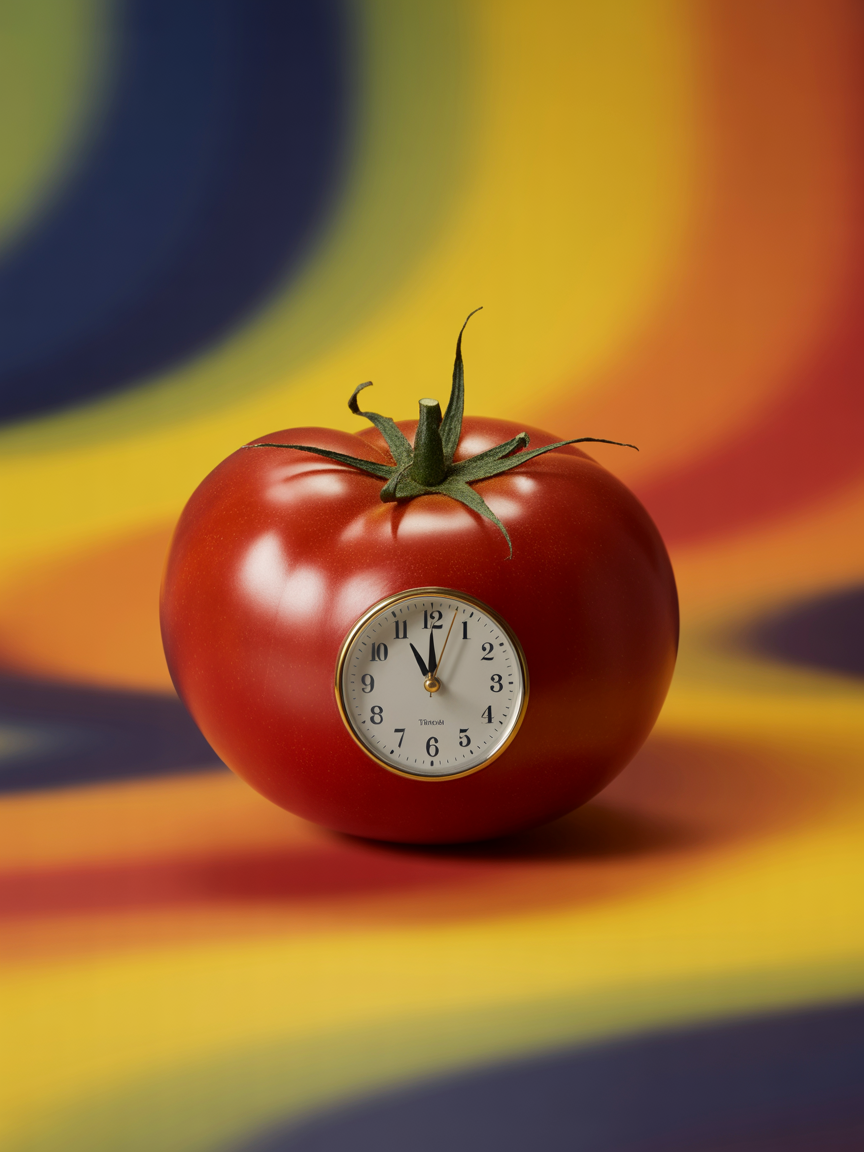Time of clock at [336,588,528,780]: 10:59
